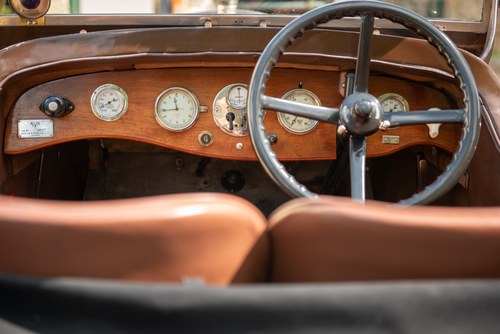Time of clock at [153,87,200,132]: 11:44
